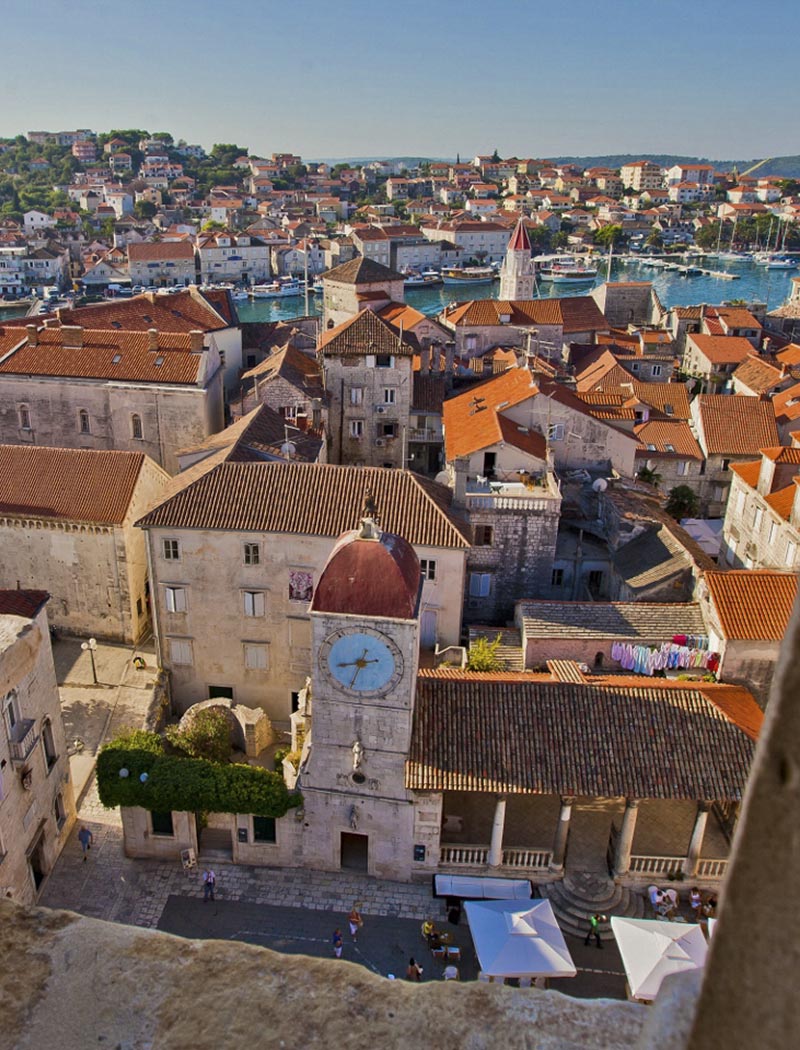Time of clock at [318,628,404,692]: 8:33
